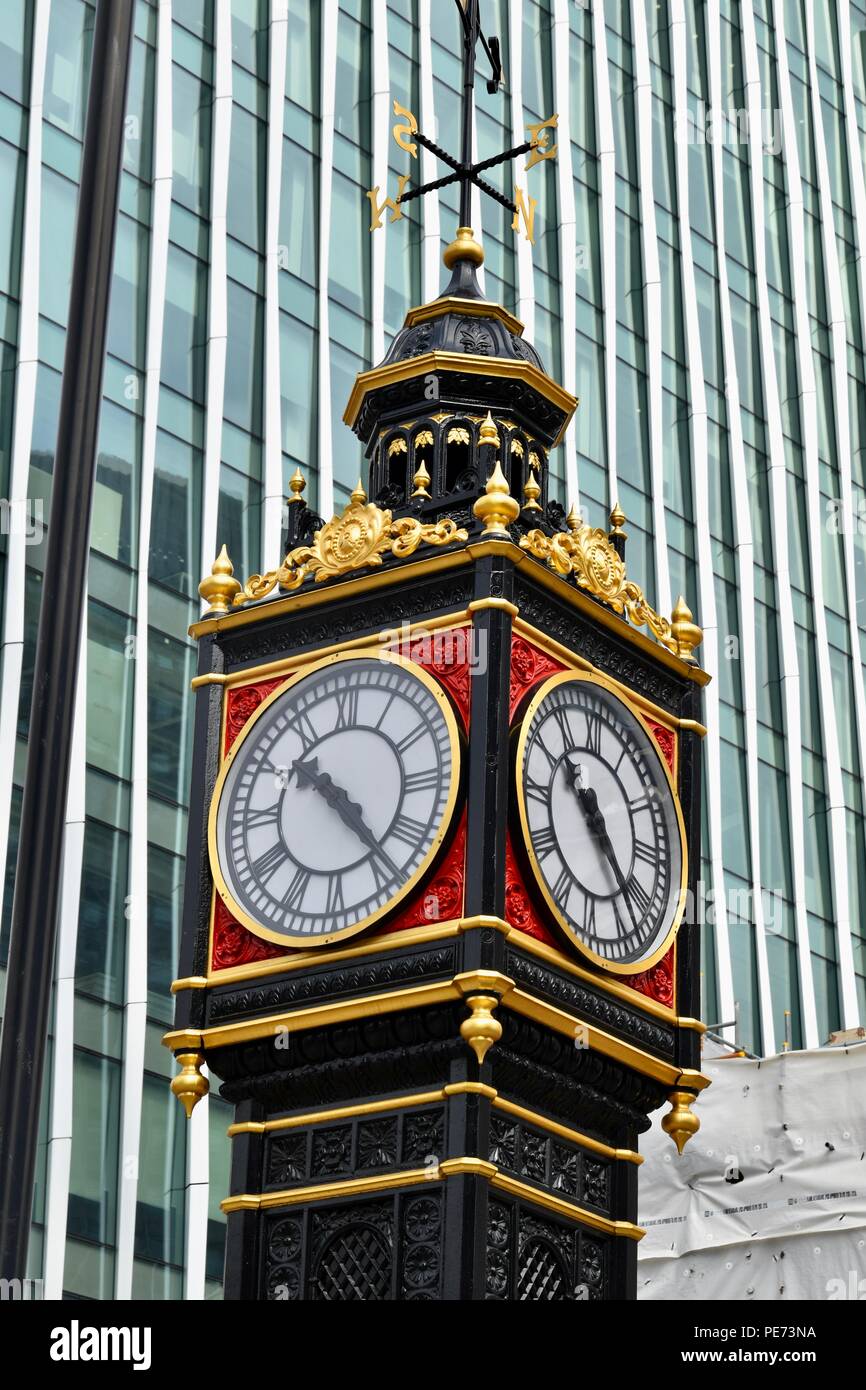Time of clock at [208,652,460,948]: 10:23
